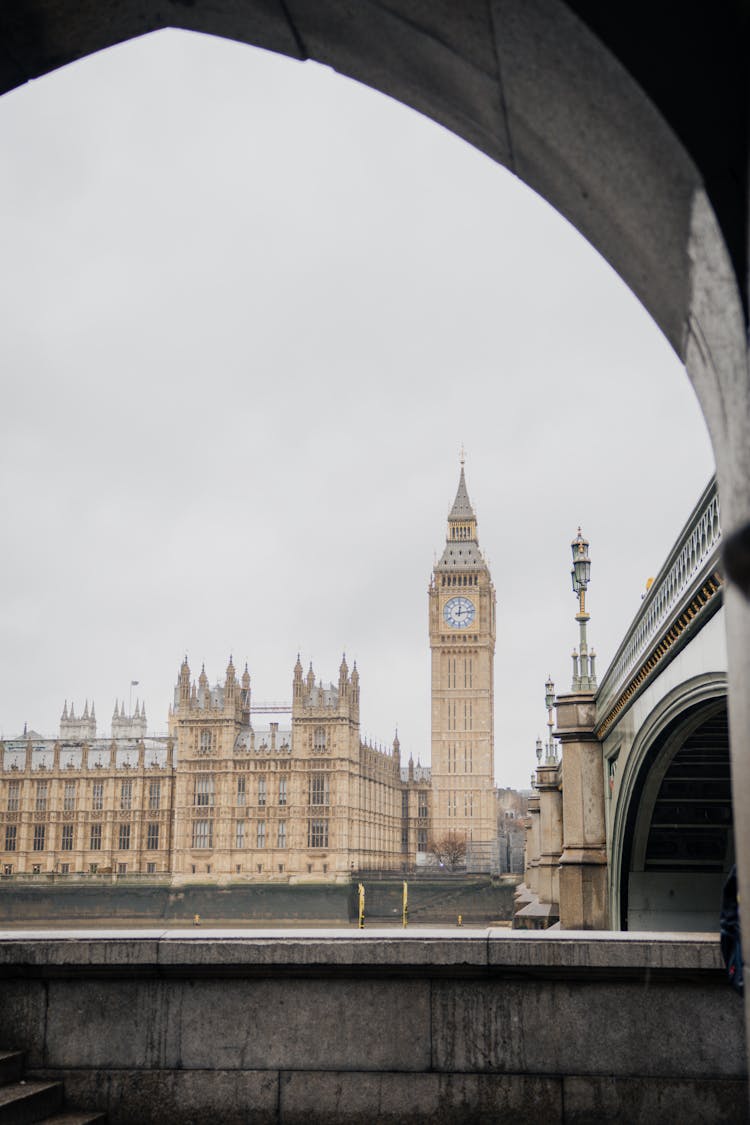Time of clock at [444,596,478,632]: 12:13
